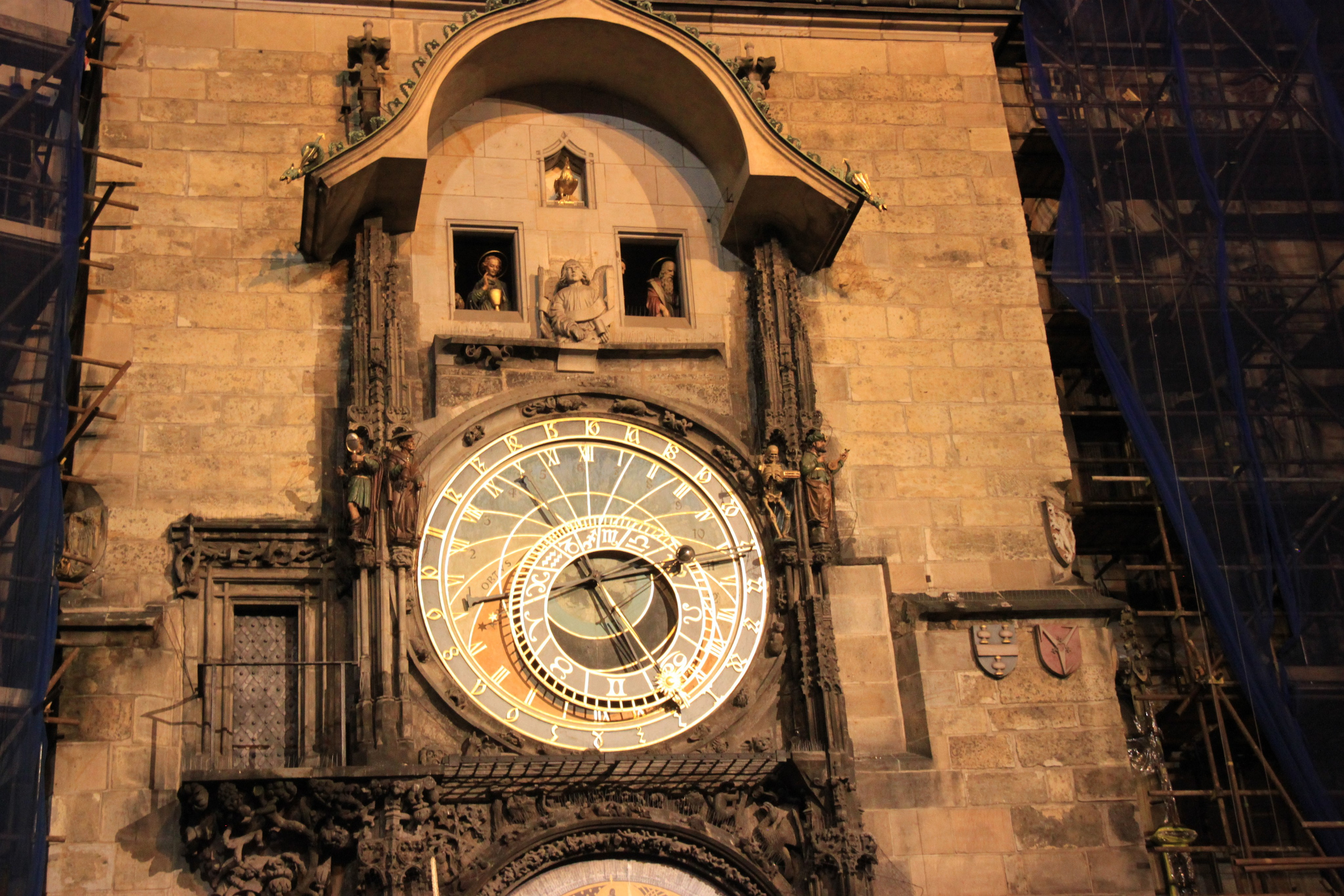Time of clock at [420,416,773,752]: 2:25
